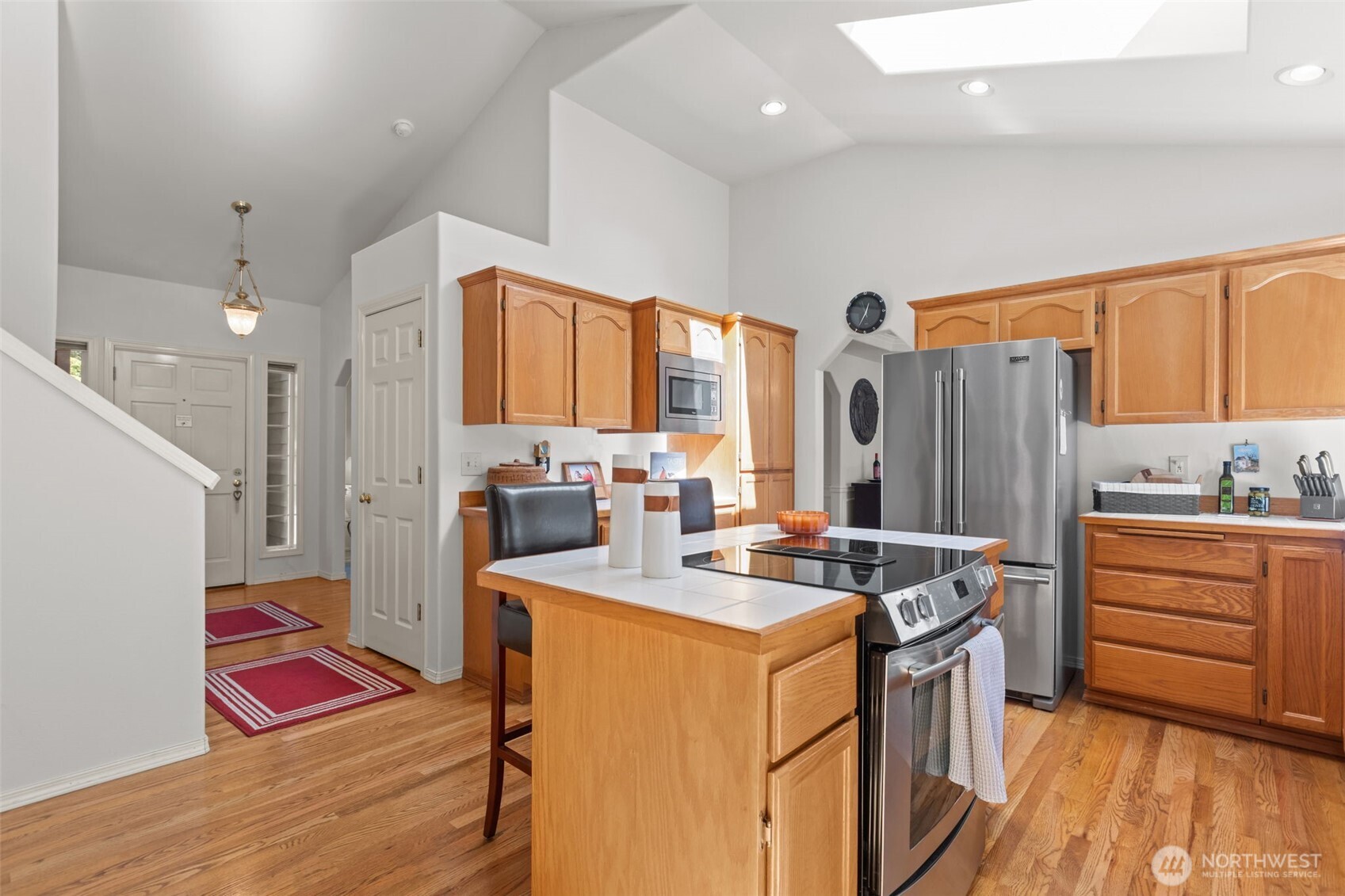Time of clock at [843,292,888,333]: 12:34
